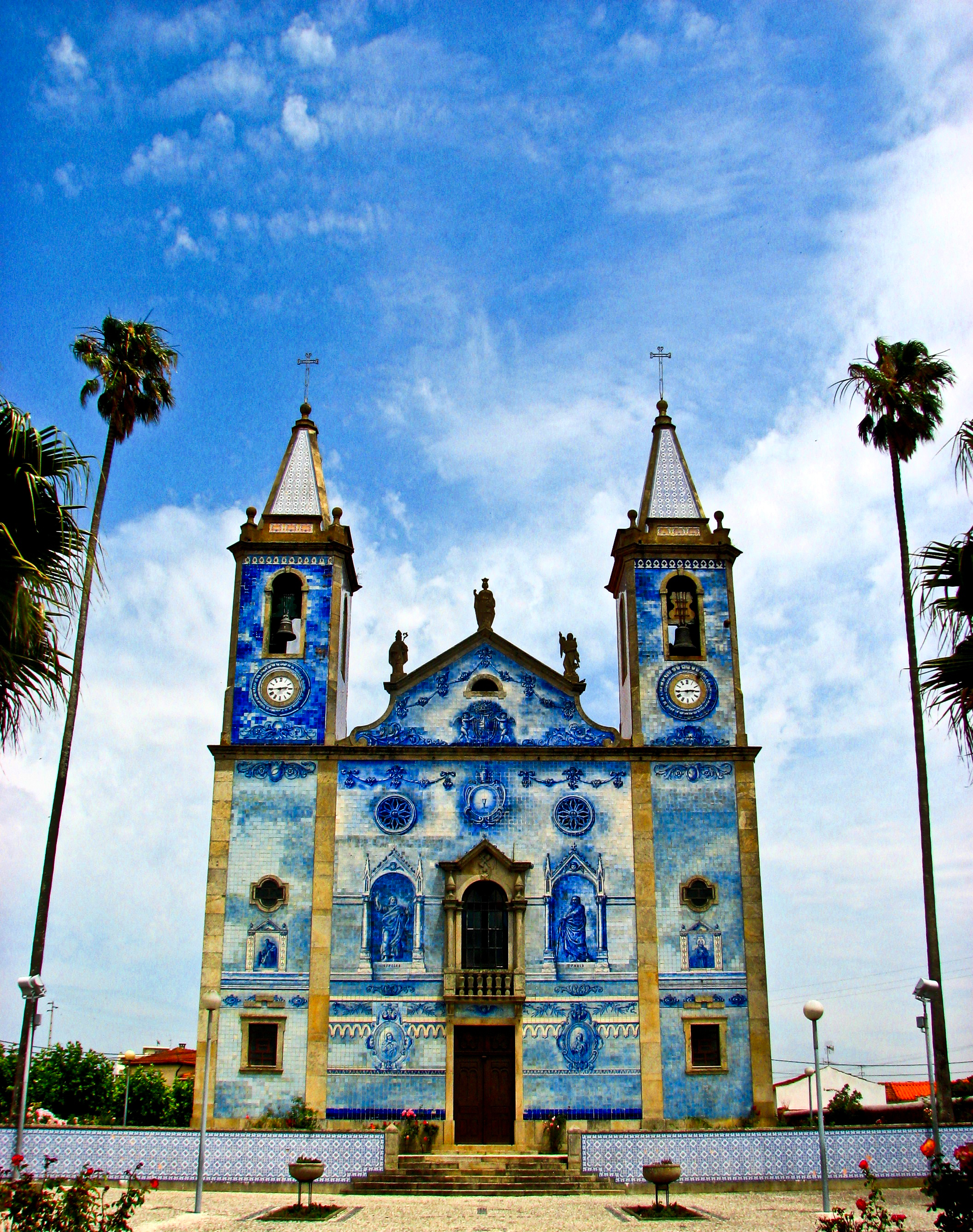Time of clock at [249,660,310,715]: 2:44
